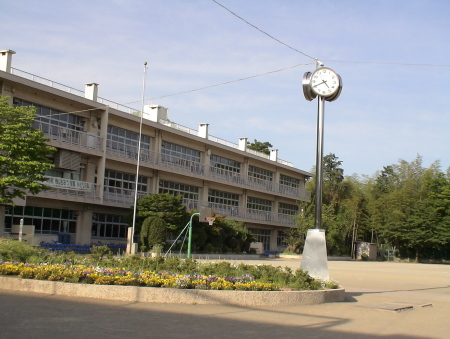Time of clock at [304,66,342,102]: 4:40
